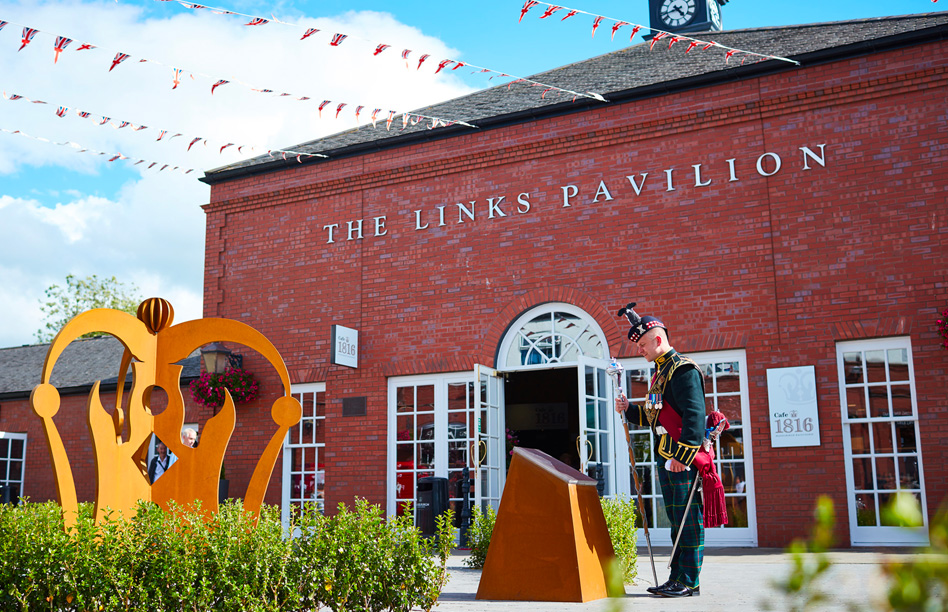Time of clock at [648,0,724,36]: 4:42
